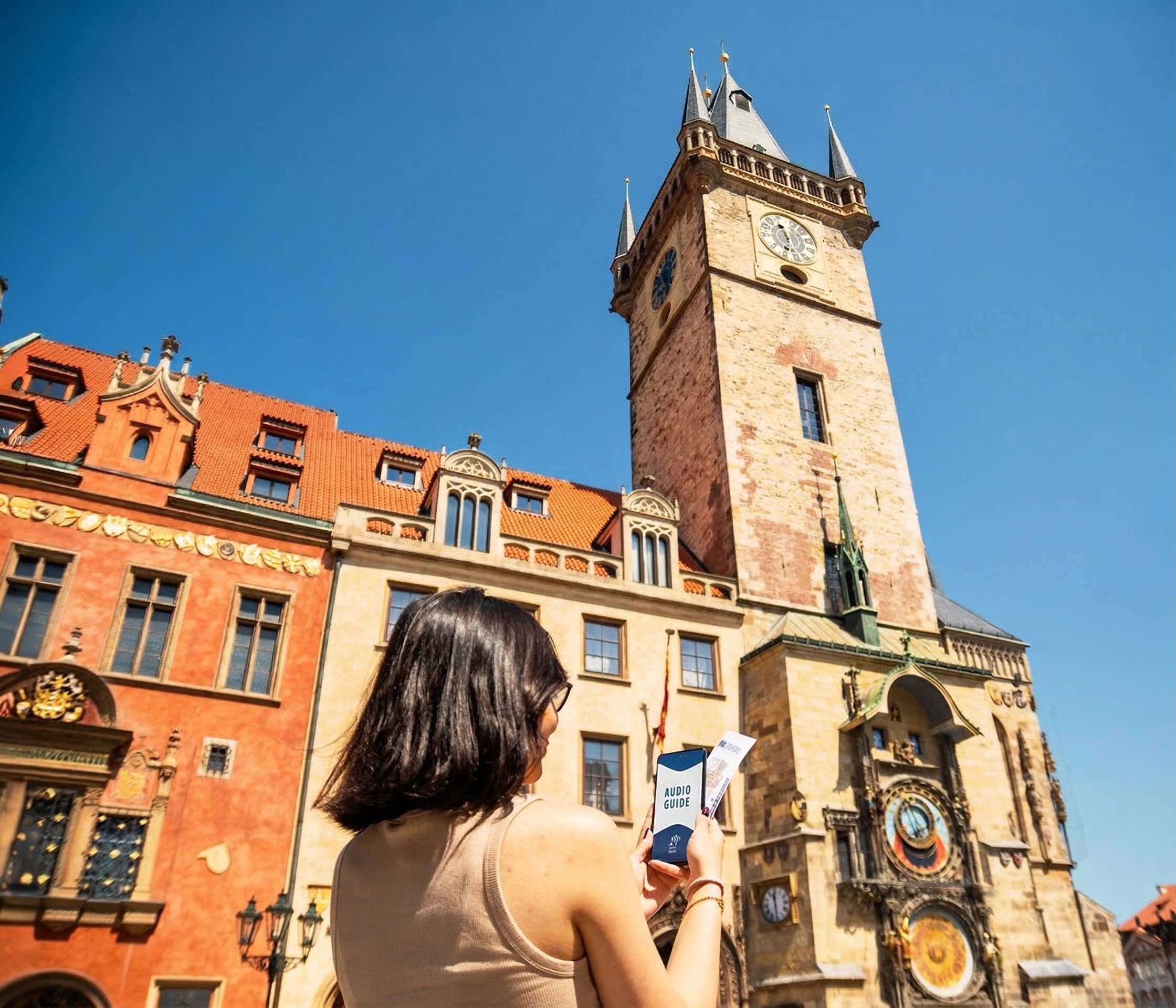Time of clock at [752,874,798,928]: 11:28
